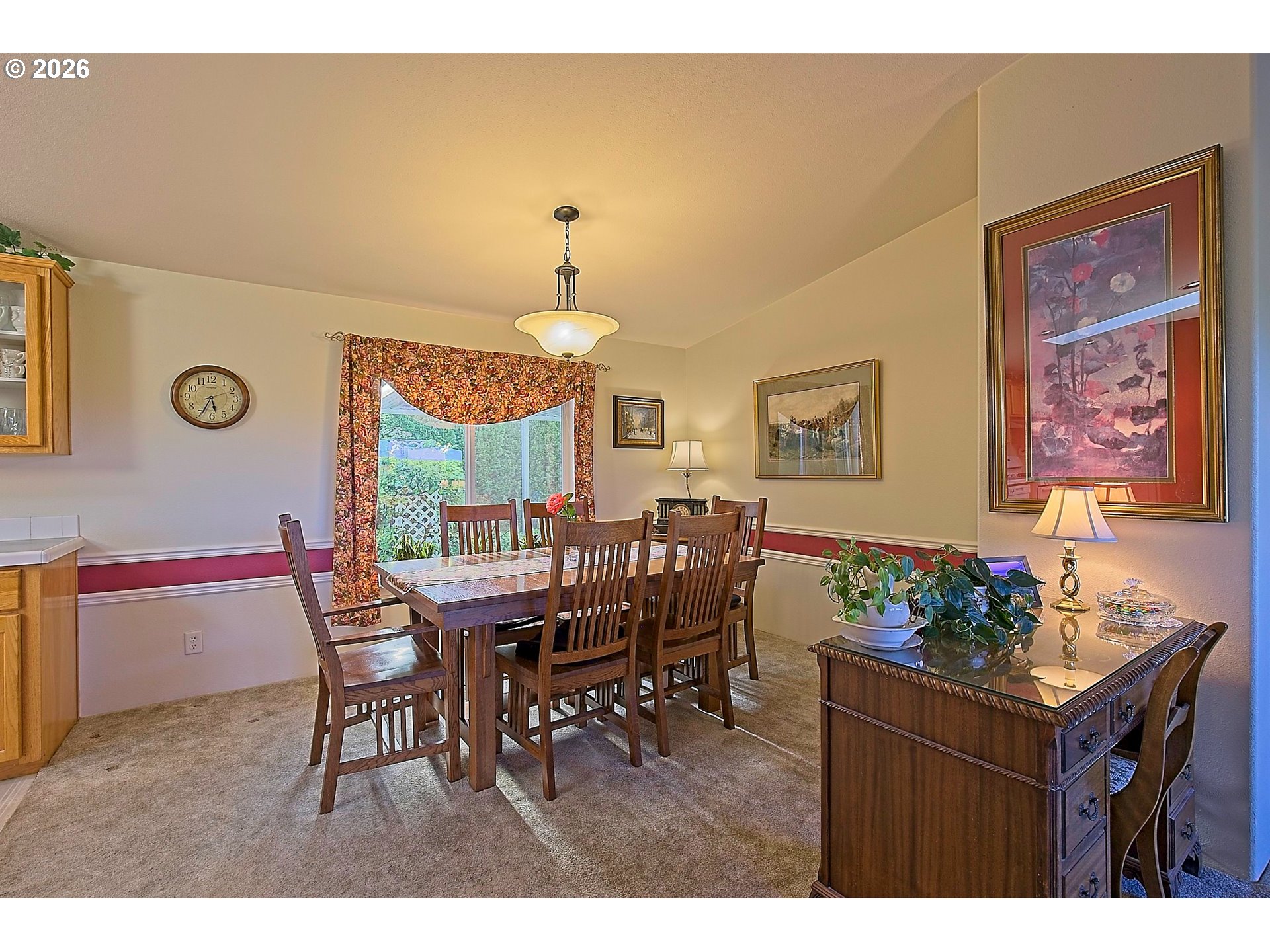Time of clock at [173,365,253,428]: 5:34
